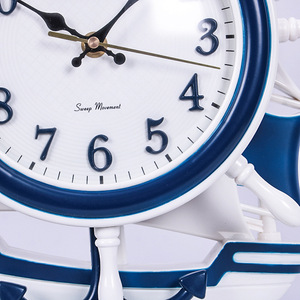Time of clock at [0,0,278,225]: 10:07
